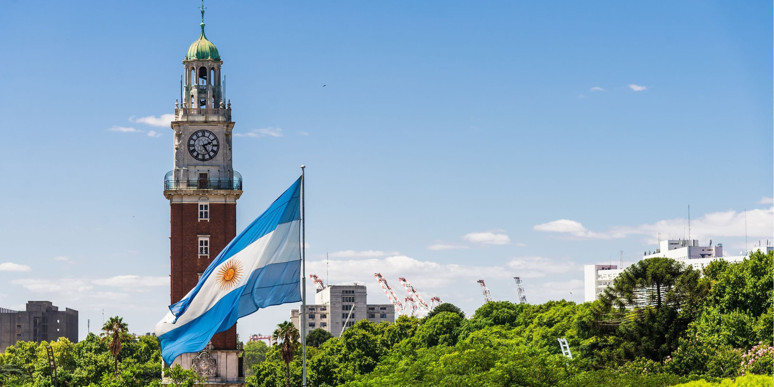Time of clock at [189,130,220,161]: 2:24
